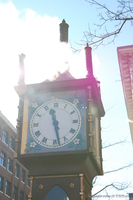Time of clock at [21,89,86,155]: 11:28
